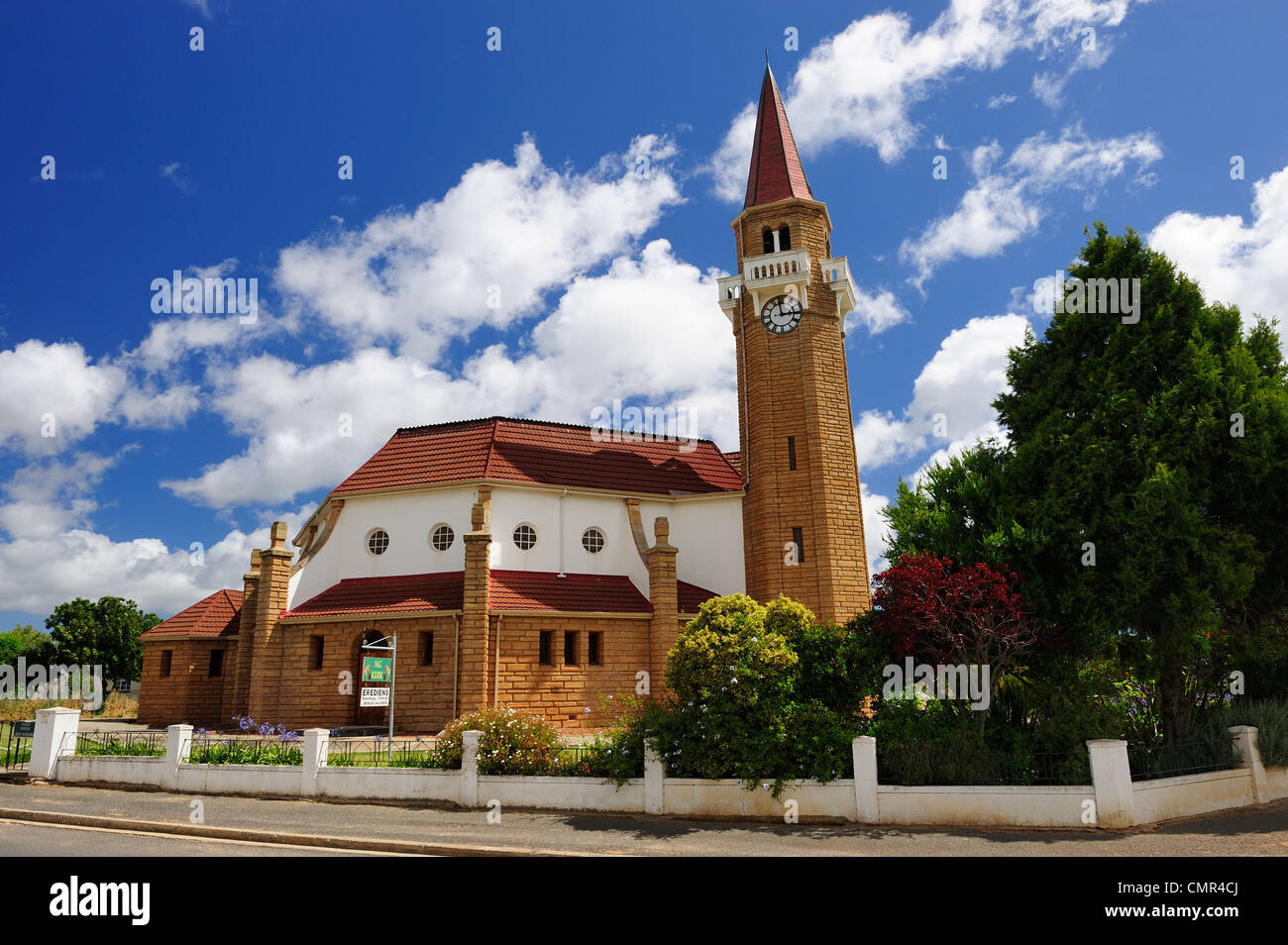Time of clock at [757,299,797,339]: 2:58
